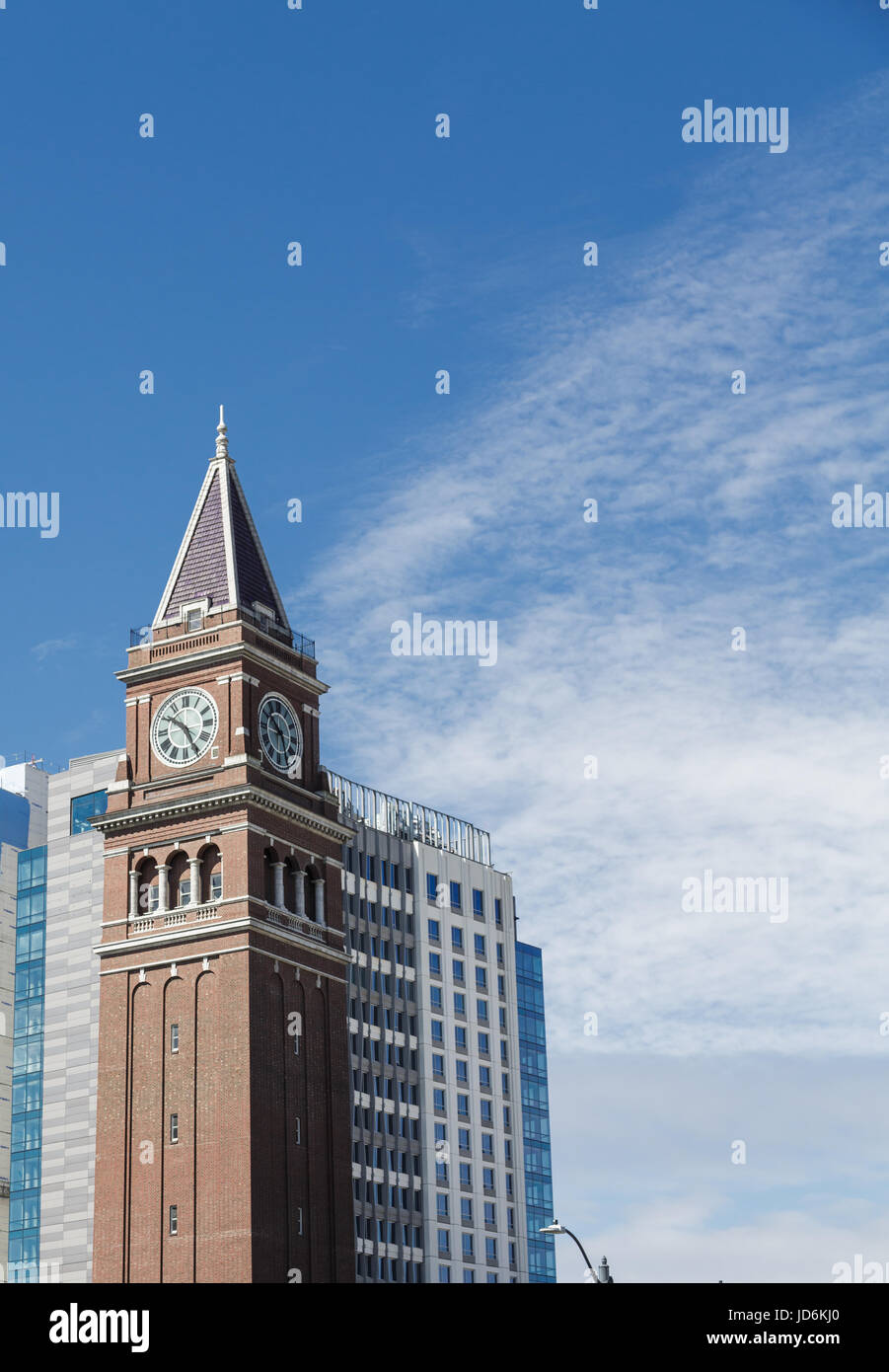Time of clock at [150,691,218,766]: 10:25
